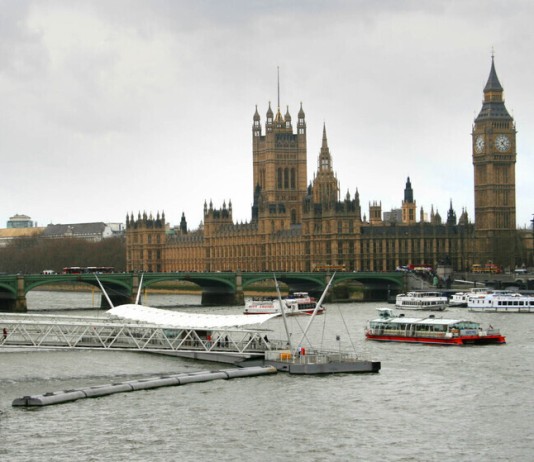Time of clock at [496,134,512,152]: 1:22
